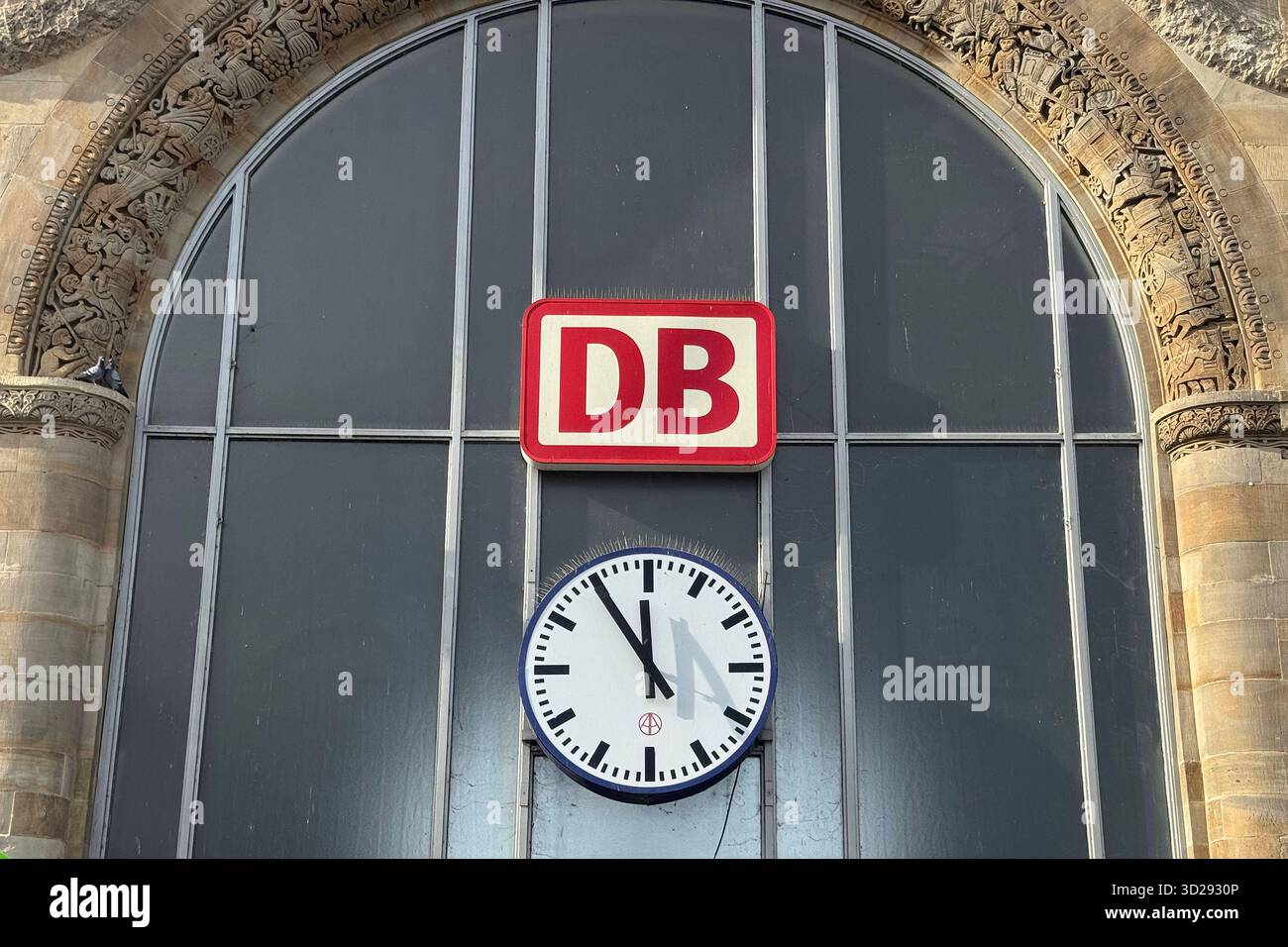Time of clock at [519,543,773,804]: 11:54
